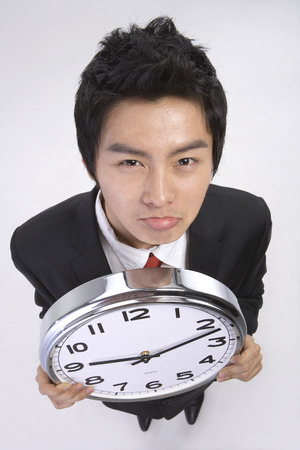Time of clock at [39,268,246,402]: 9:11
